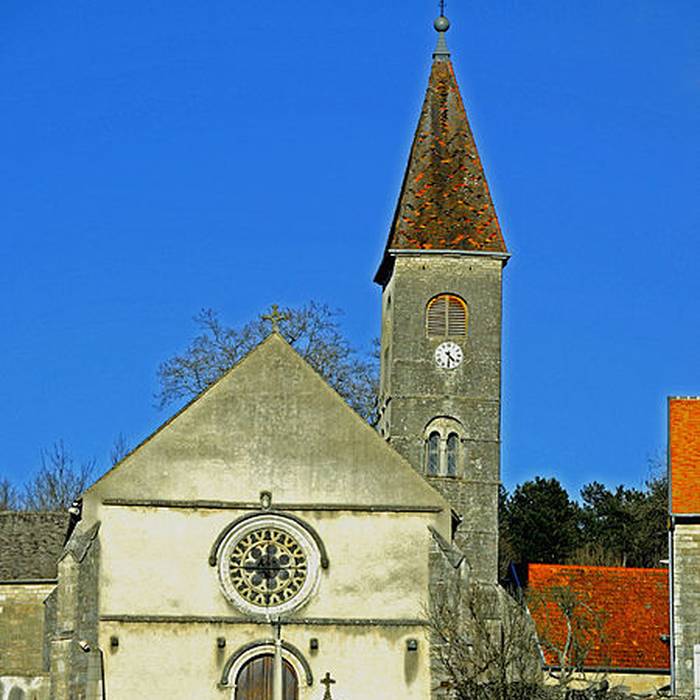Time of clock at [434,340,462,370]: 4:30
